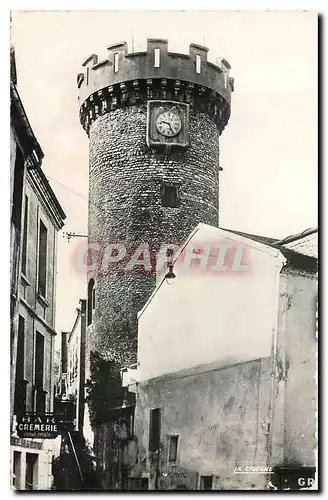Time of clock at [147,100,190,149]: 9:25
